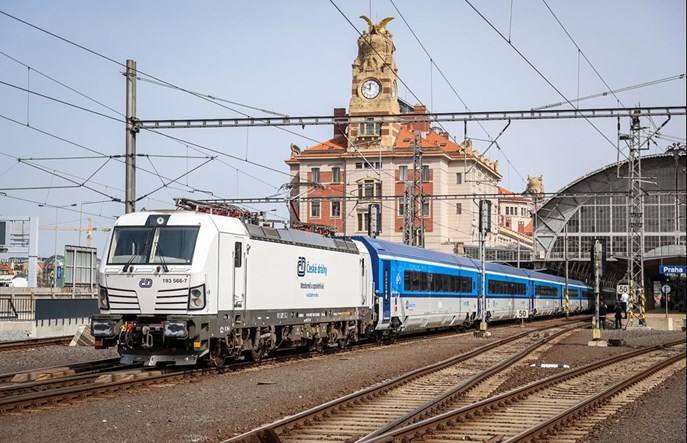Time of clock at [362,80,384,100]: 11:47
